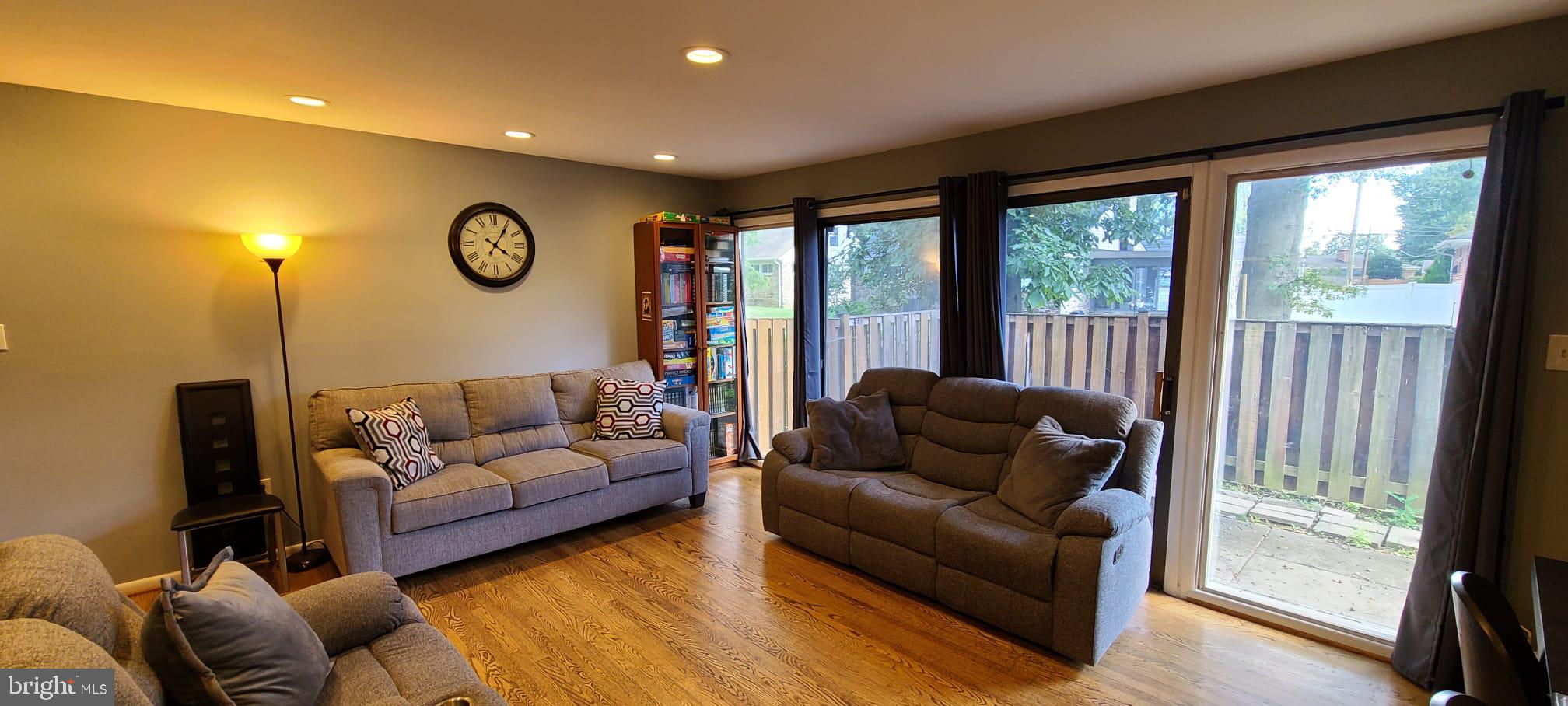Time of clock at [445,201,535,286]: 4:05
